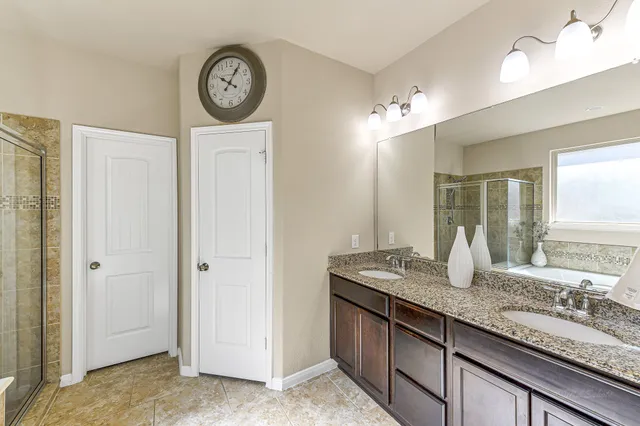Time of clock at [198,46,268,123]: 10:05
